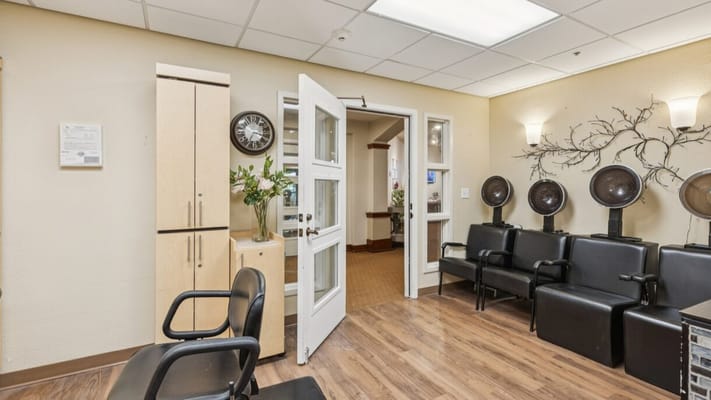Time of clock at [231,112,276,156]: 3:34
